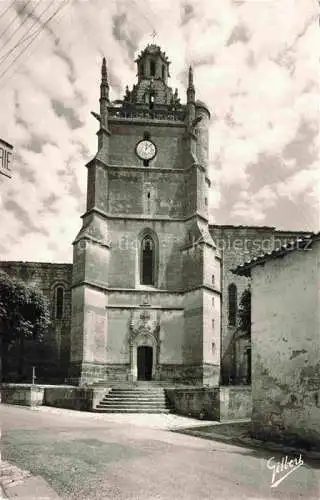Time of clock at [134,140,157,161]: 12:07
